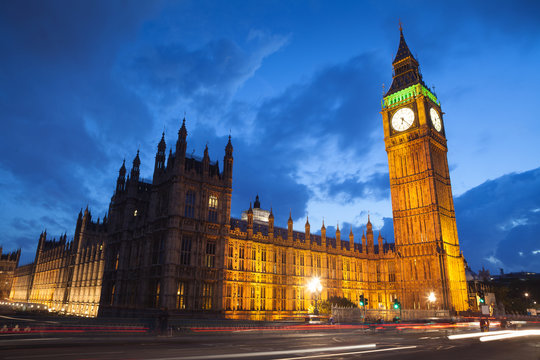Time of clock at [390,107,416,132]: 6:23
